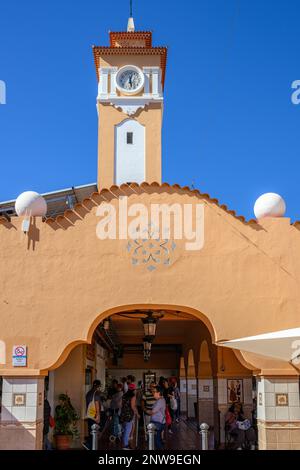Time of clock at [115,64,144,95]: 12:27
